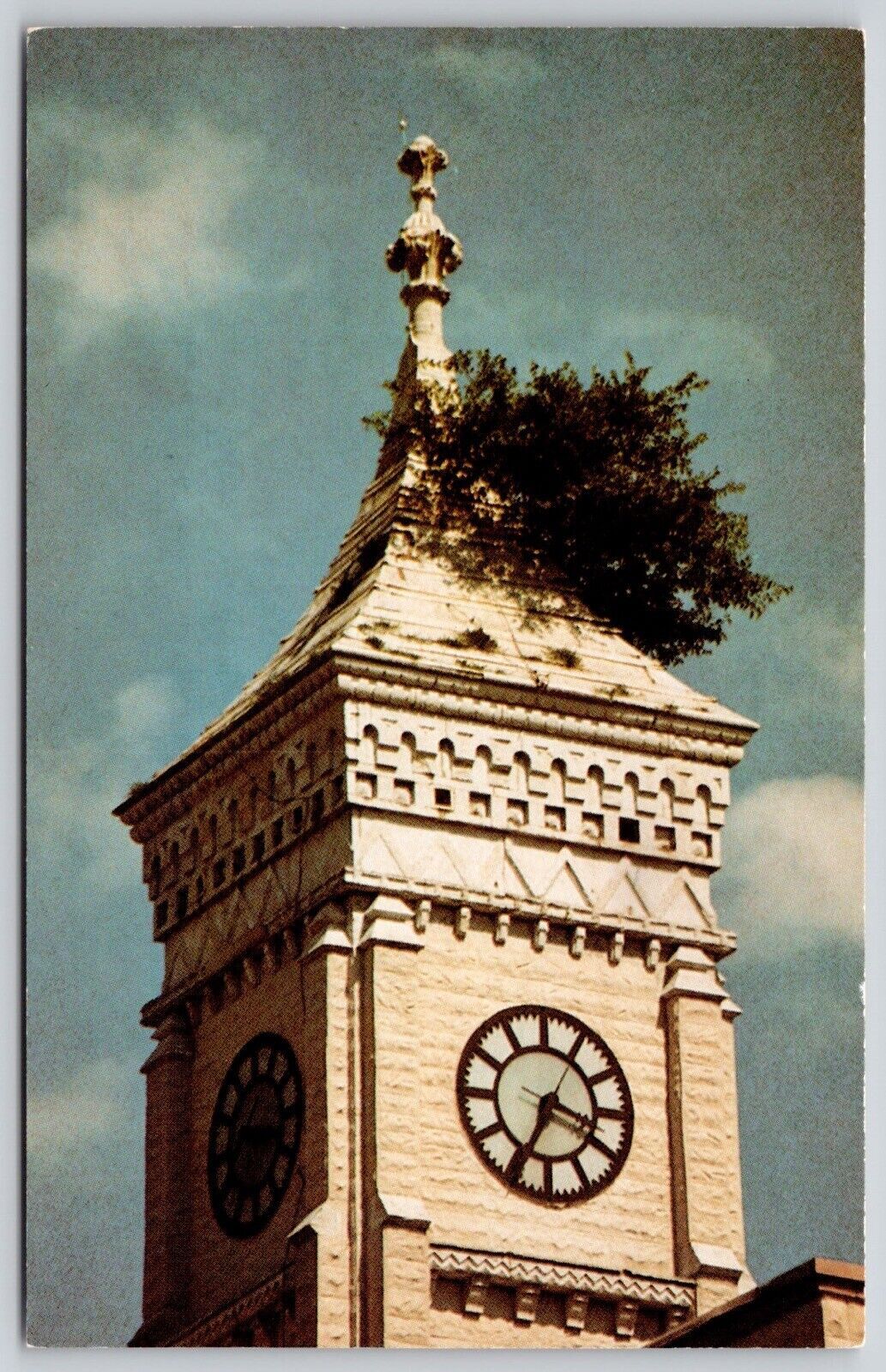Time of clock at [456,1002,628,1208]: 3:34
